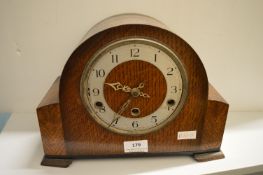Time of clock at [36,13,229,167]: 9:35
